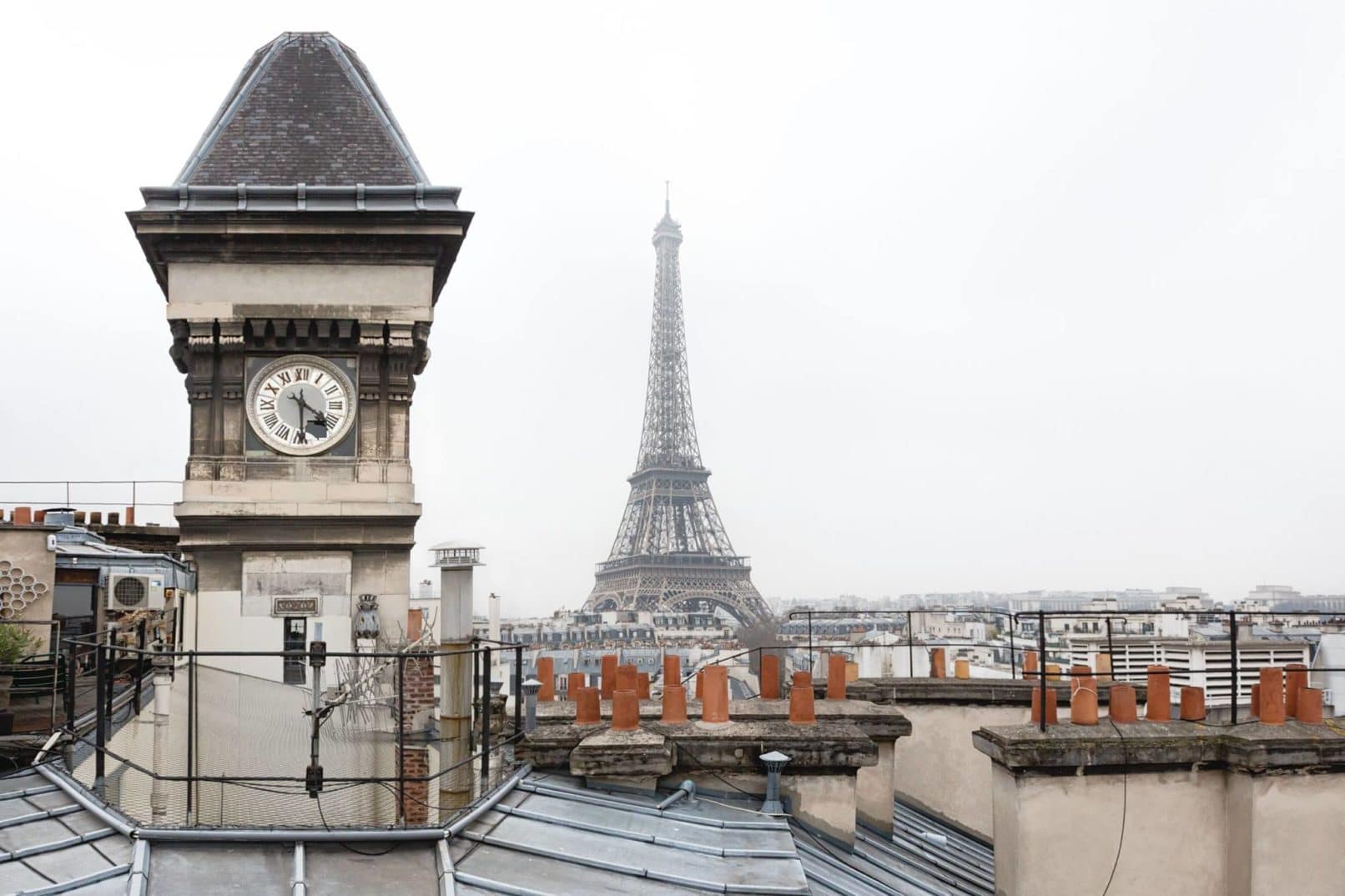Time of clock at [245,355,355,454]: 4:29
